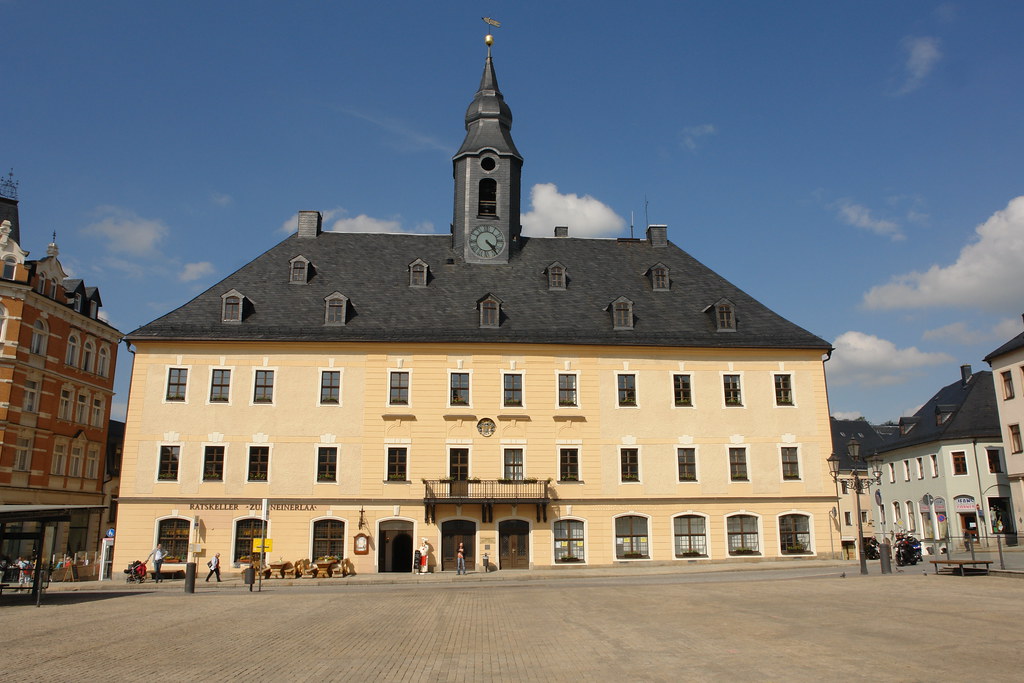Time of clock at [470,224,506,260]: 4:23
